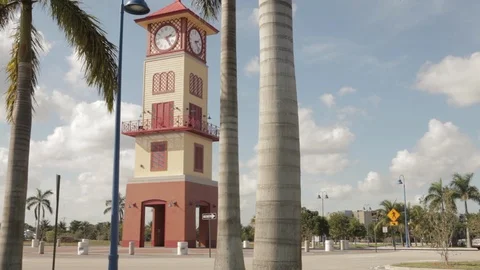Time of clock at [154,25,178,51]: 2:24
